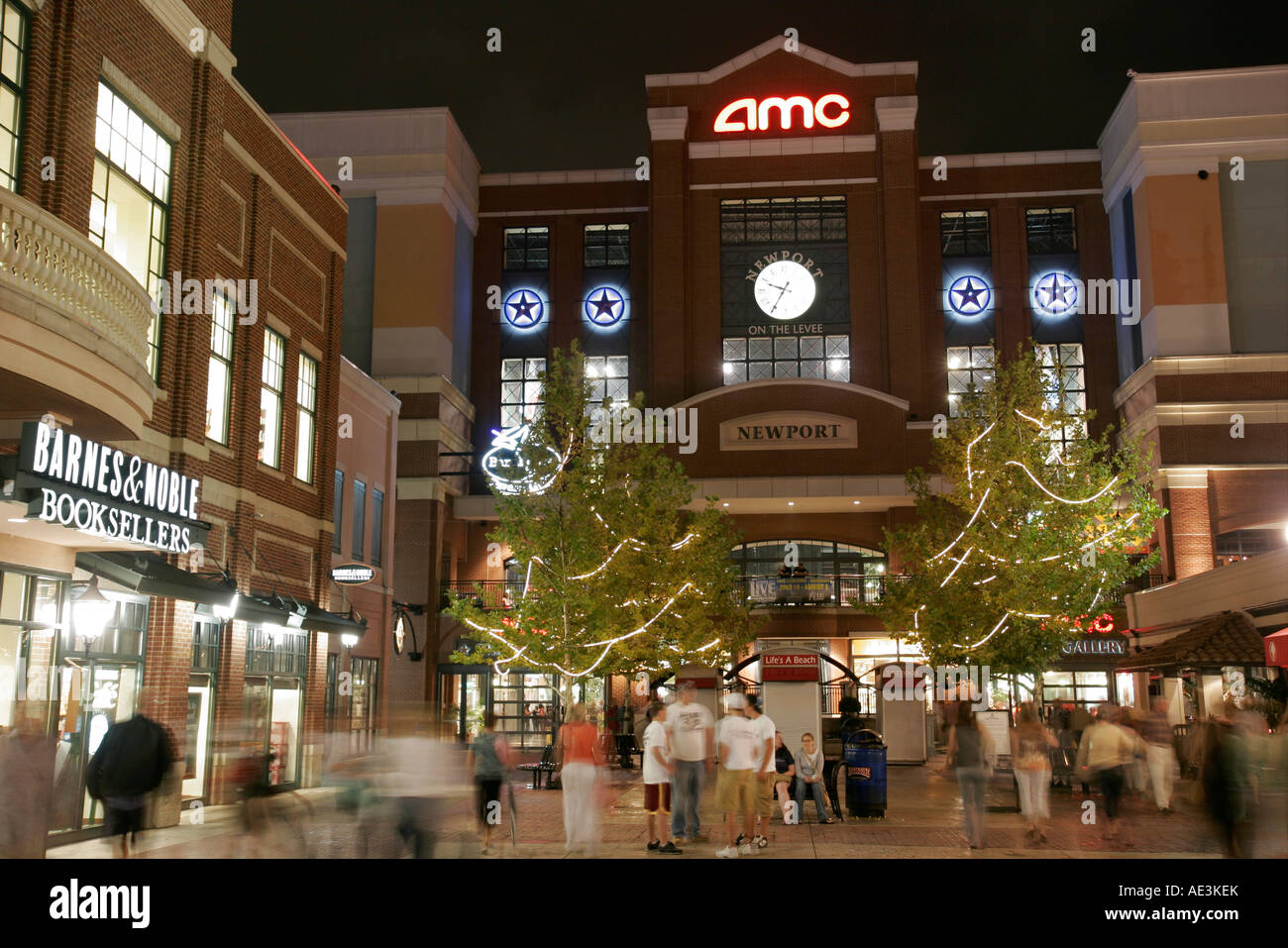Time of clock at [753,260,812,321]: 9:35
